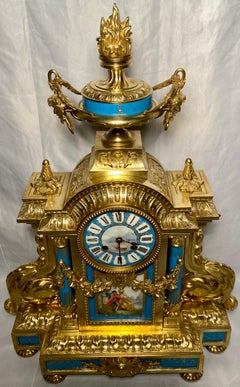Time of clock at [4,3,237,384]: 2:48
